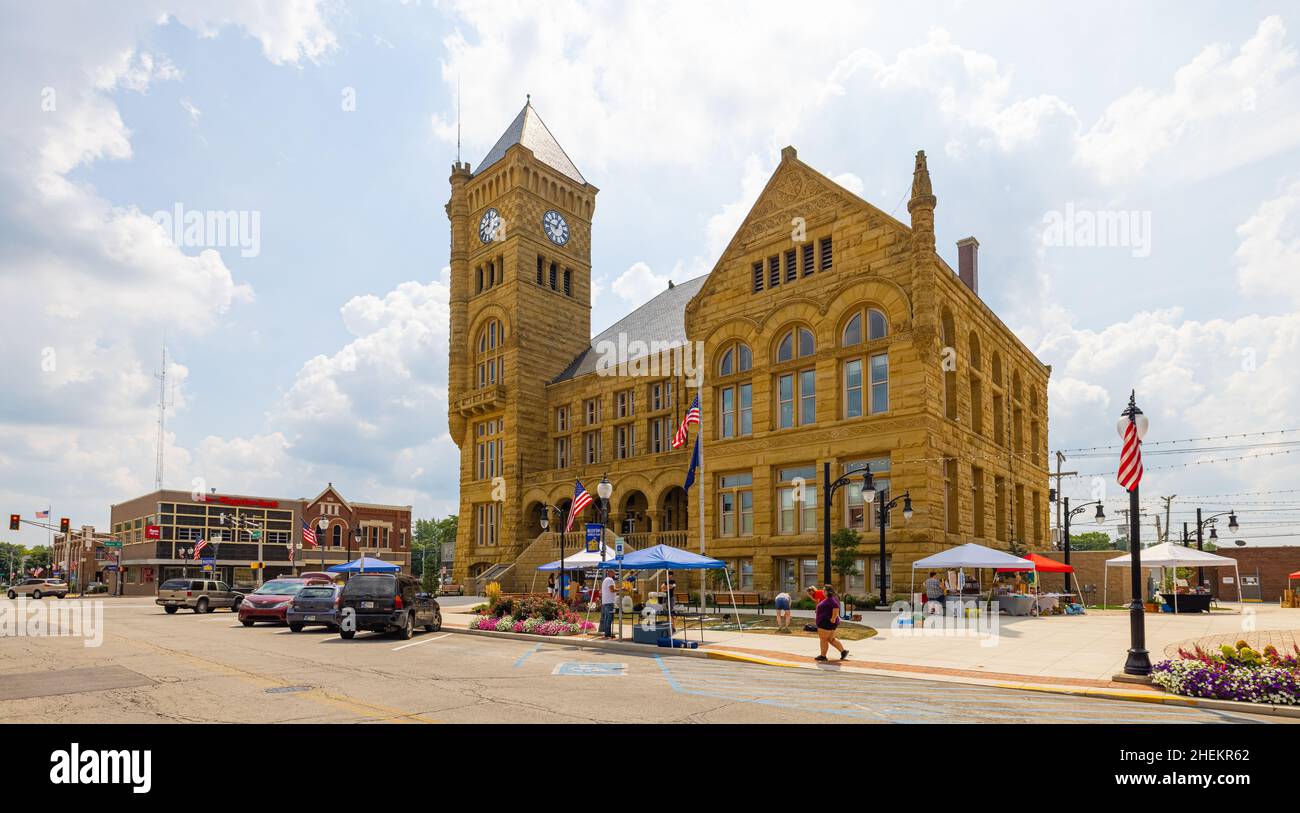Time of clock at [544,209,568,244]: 12:46
